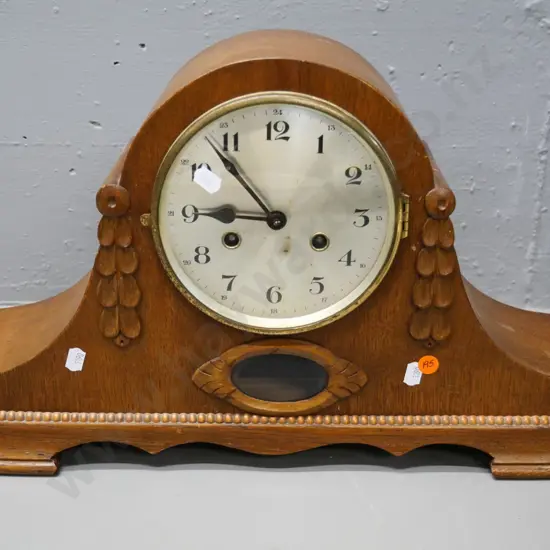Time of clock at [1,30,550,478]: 8:53
